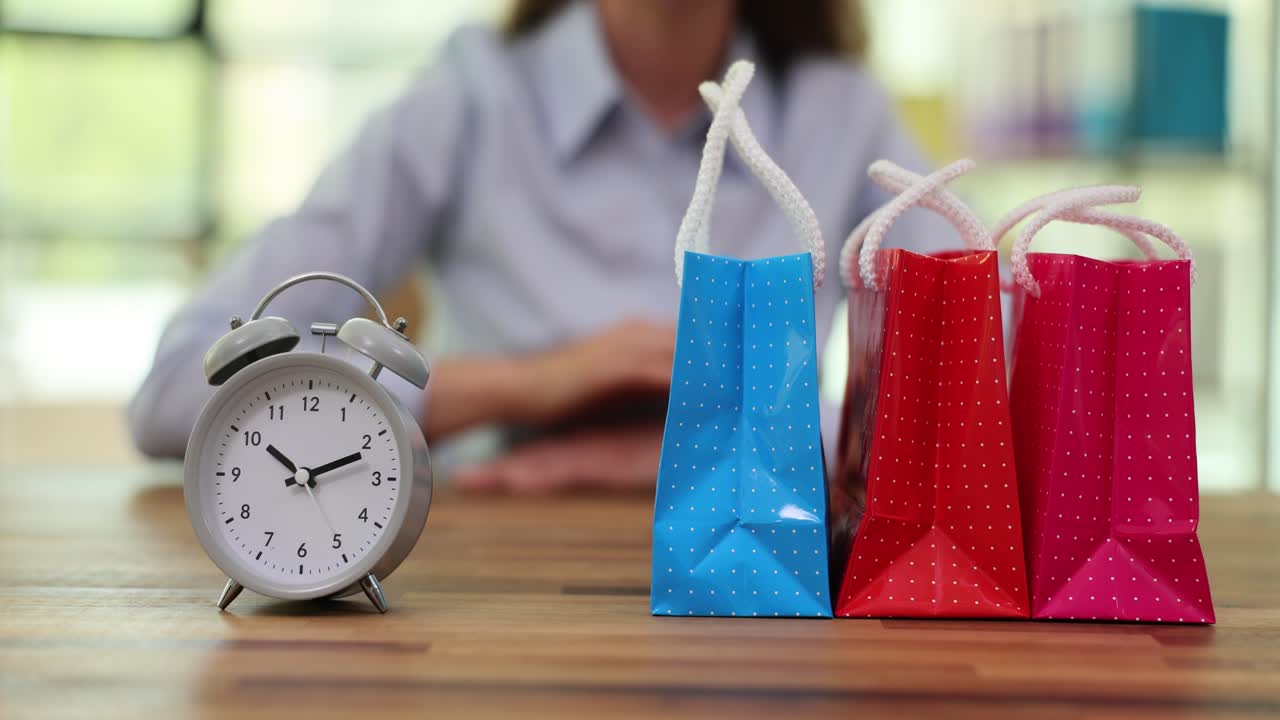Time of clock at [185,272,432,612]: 10:11
